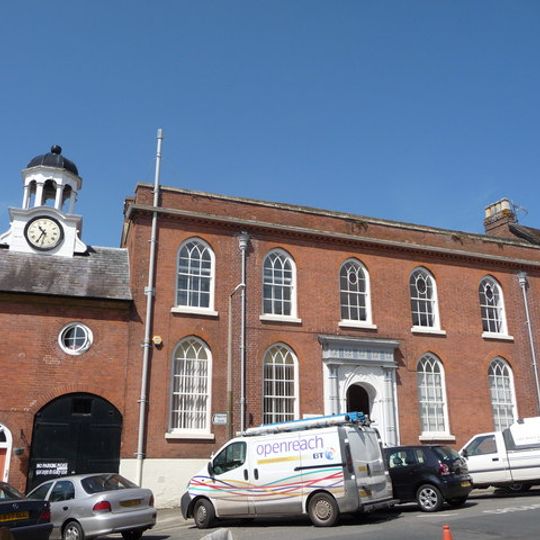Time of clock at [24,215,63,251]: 10:34
